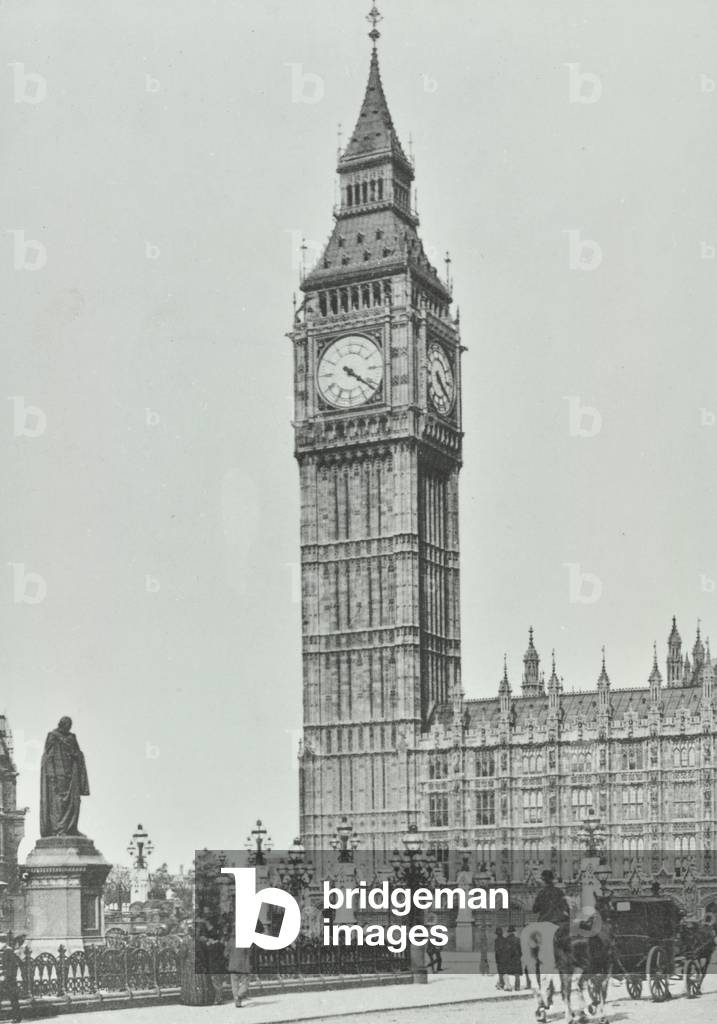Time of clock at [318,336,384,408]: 4:21
